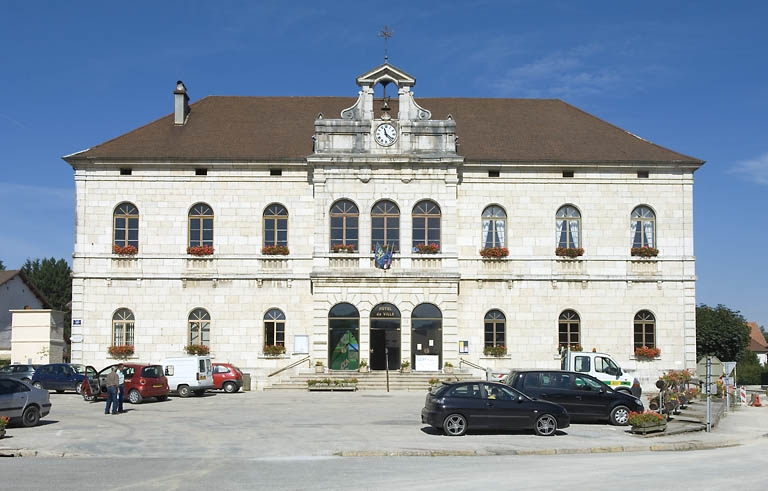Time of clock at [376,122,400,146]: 11:21
